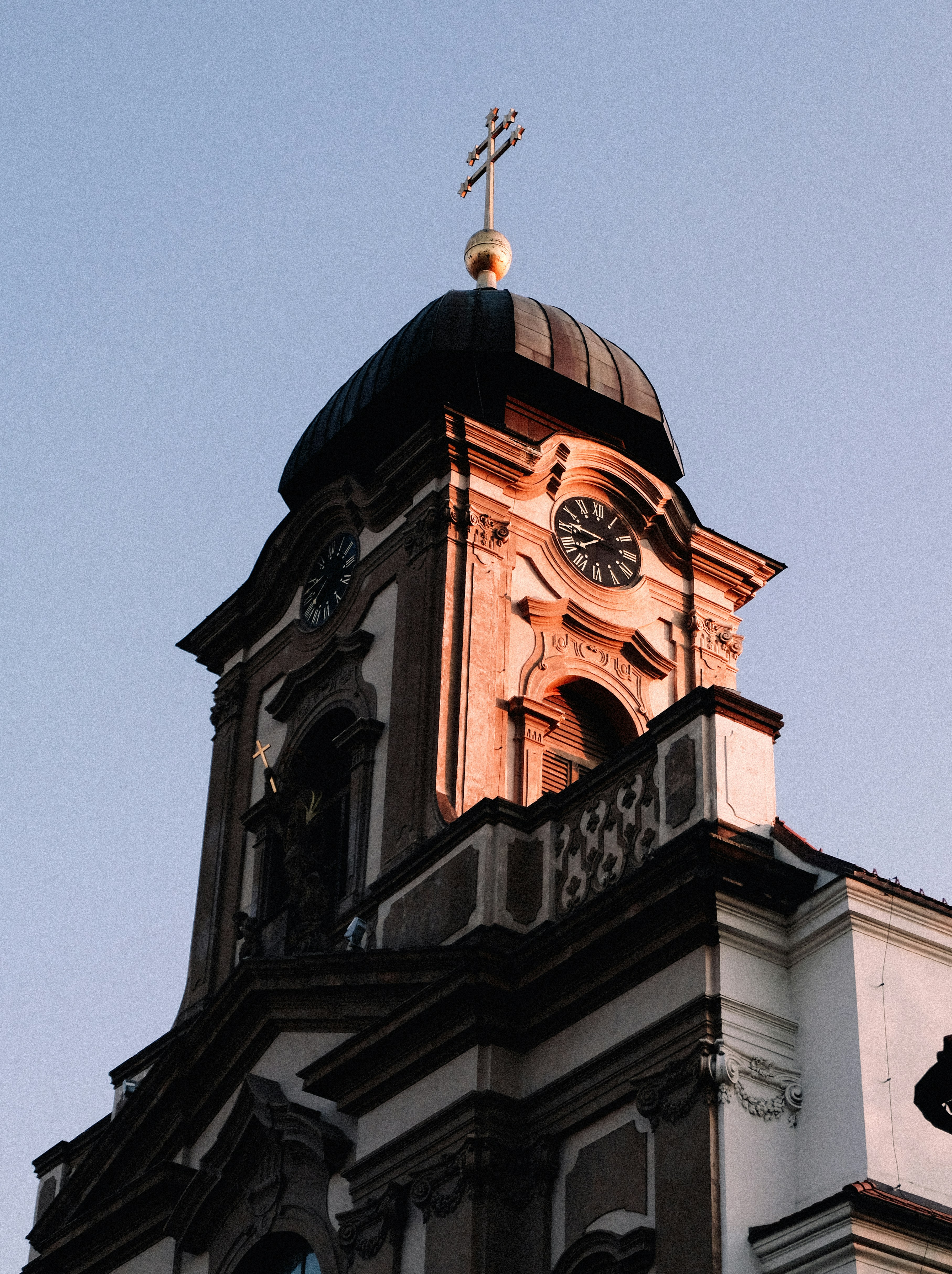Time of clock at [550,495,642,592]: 7:46
